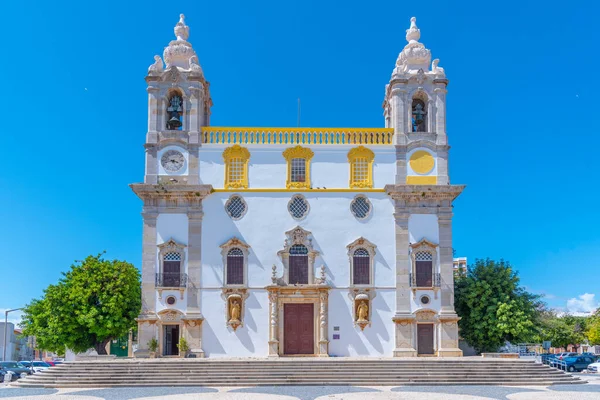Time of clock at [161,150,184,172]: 3:43
